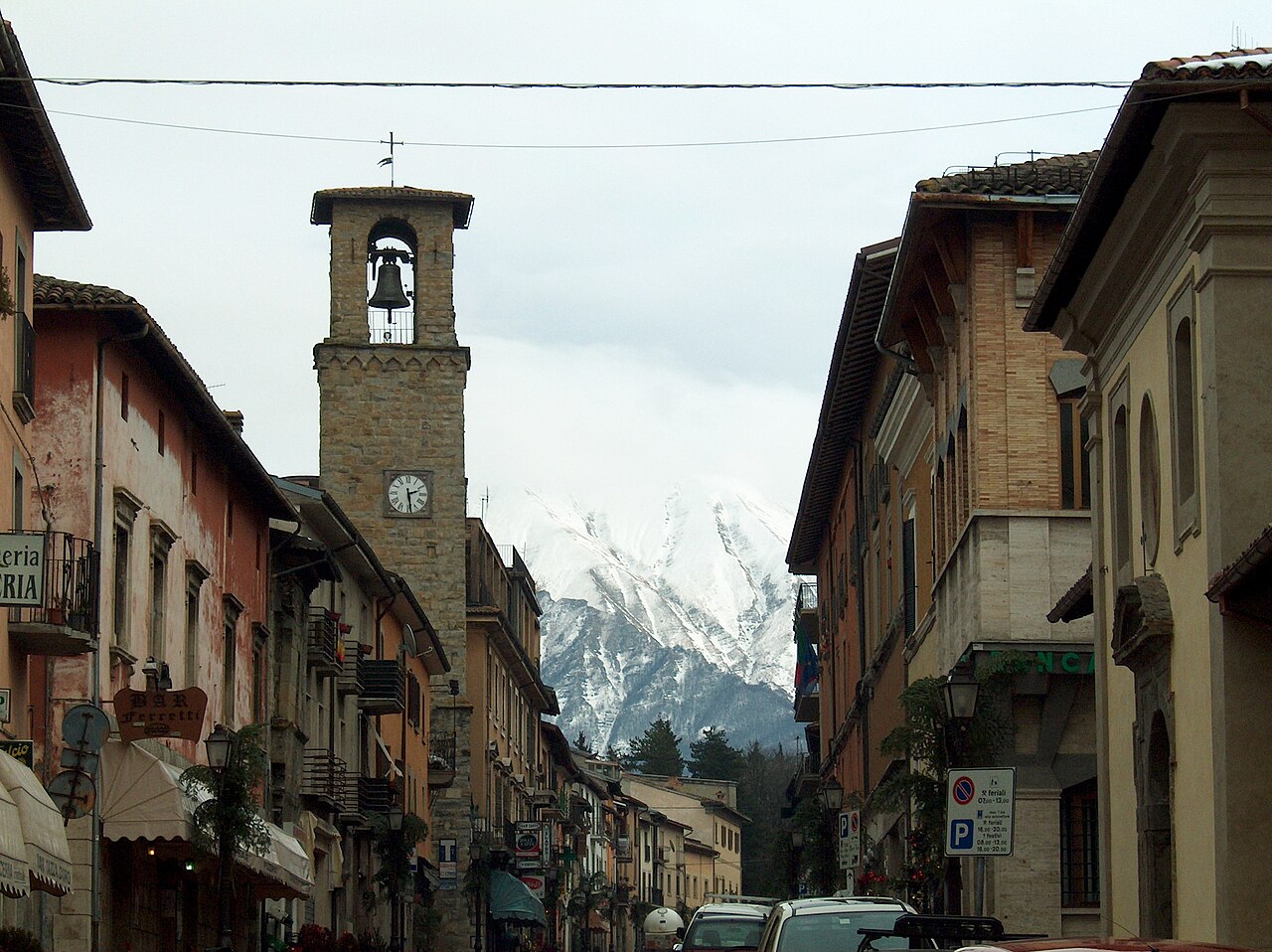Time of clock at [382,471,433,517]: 2:28
